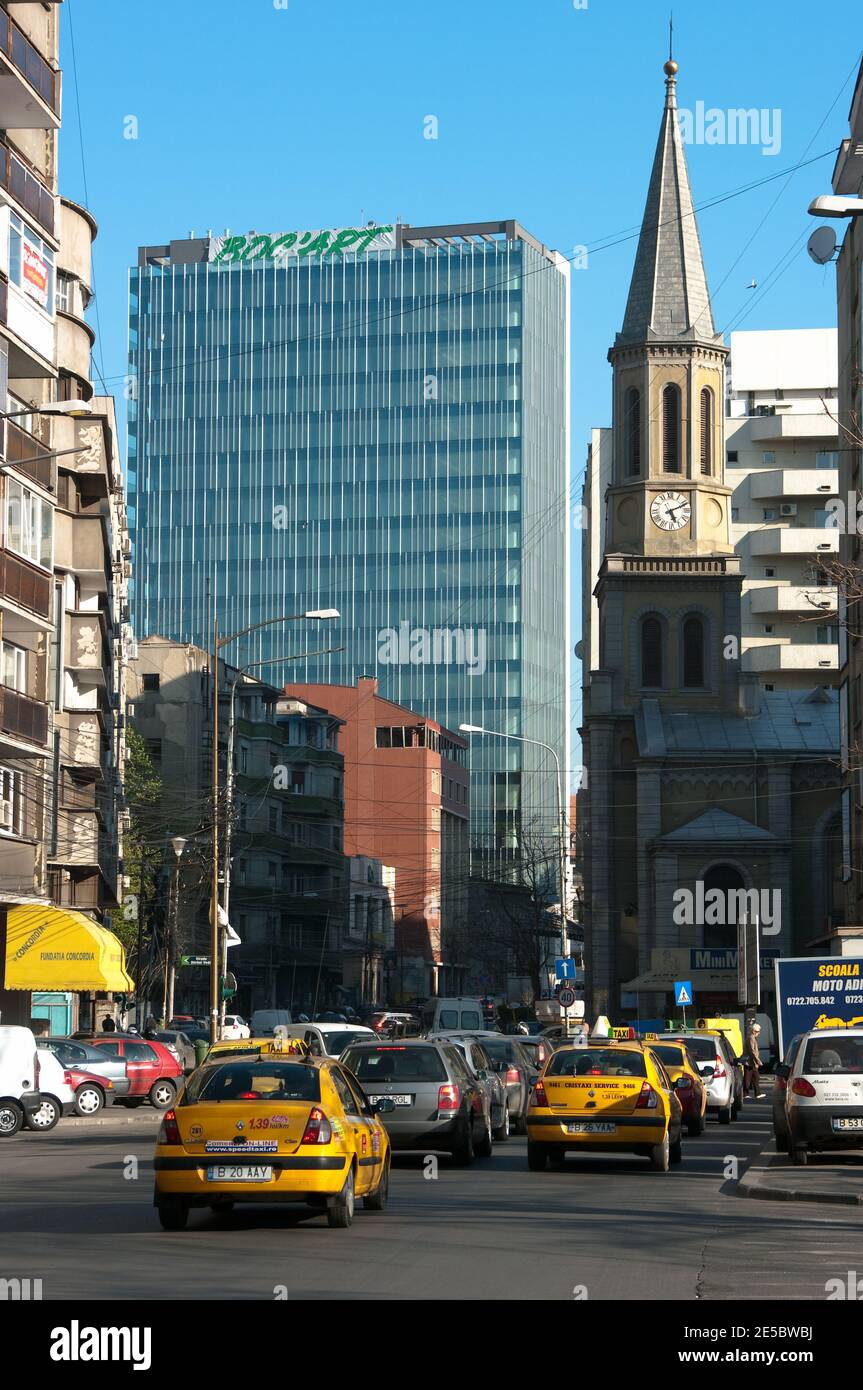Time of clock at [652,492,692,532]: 5:10
